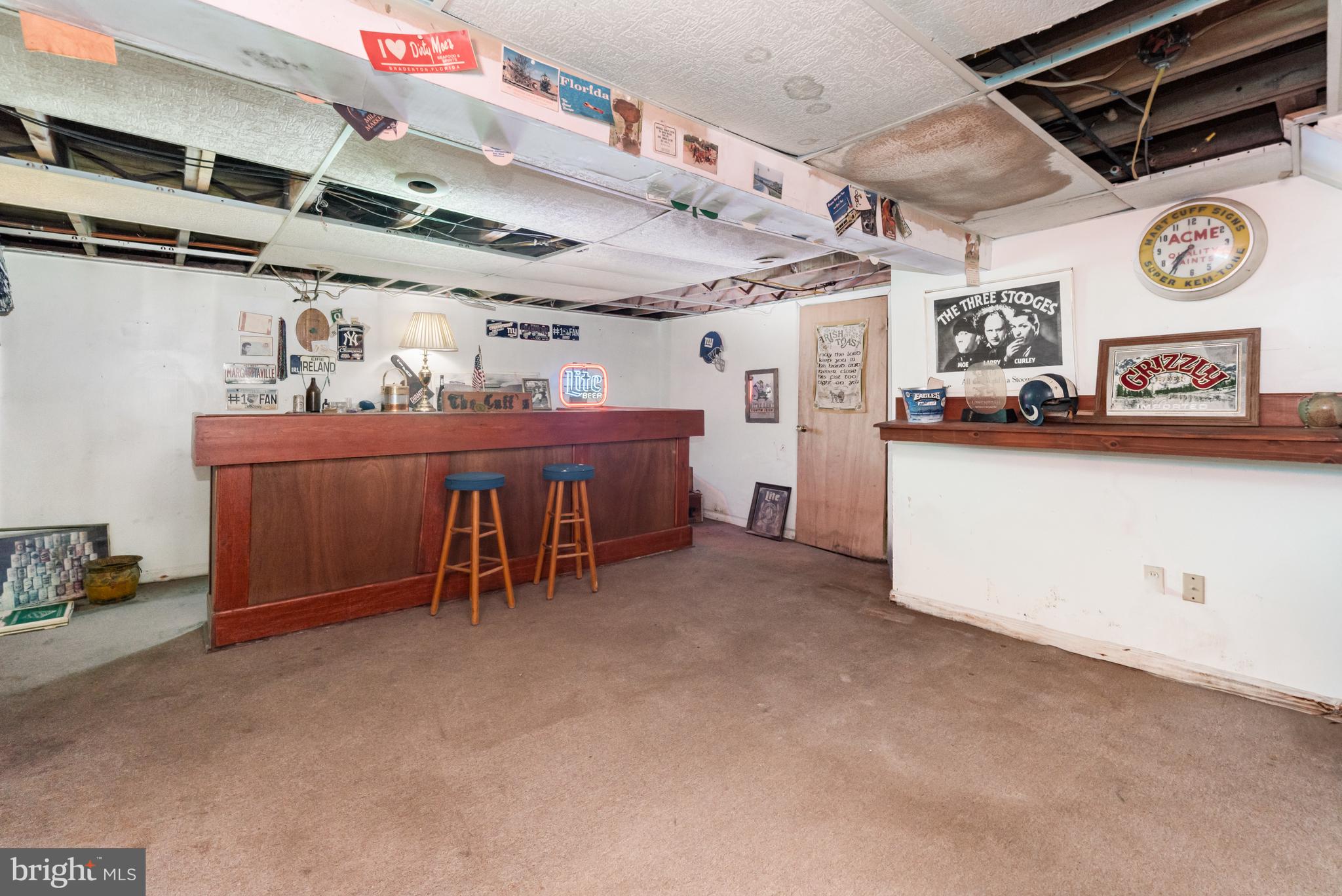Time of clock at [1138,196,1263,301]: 7:35
